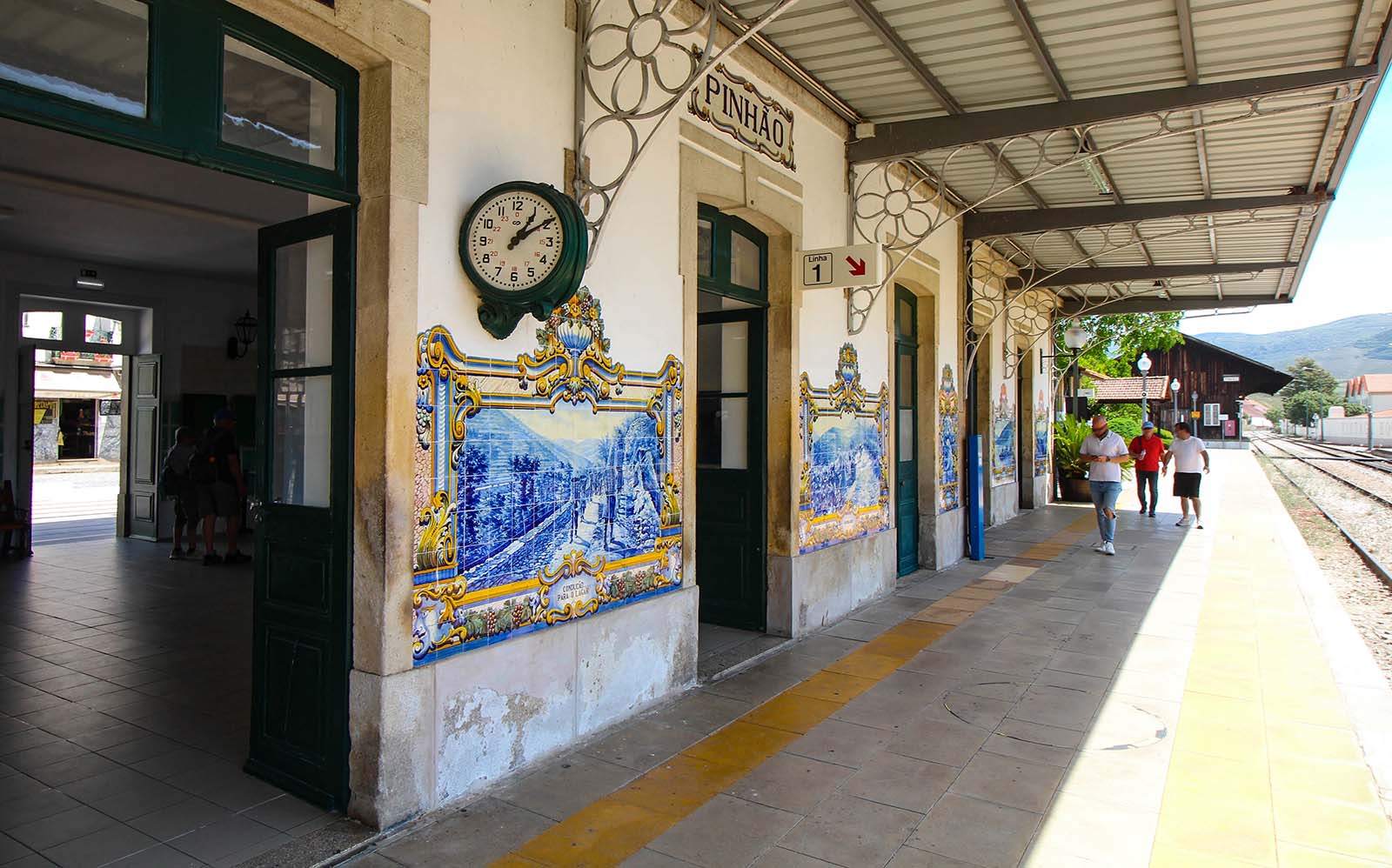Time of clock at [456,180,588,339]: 1:09
